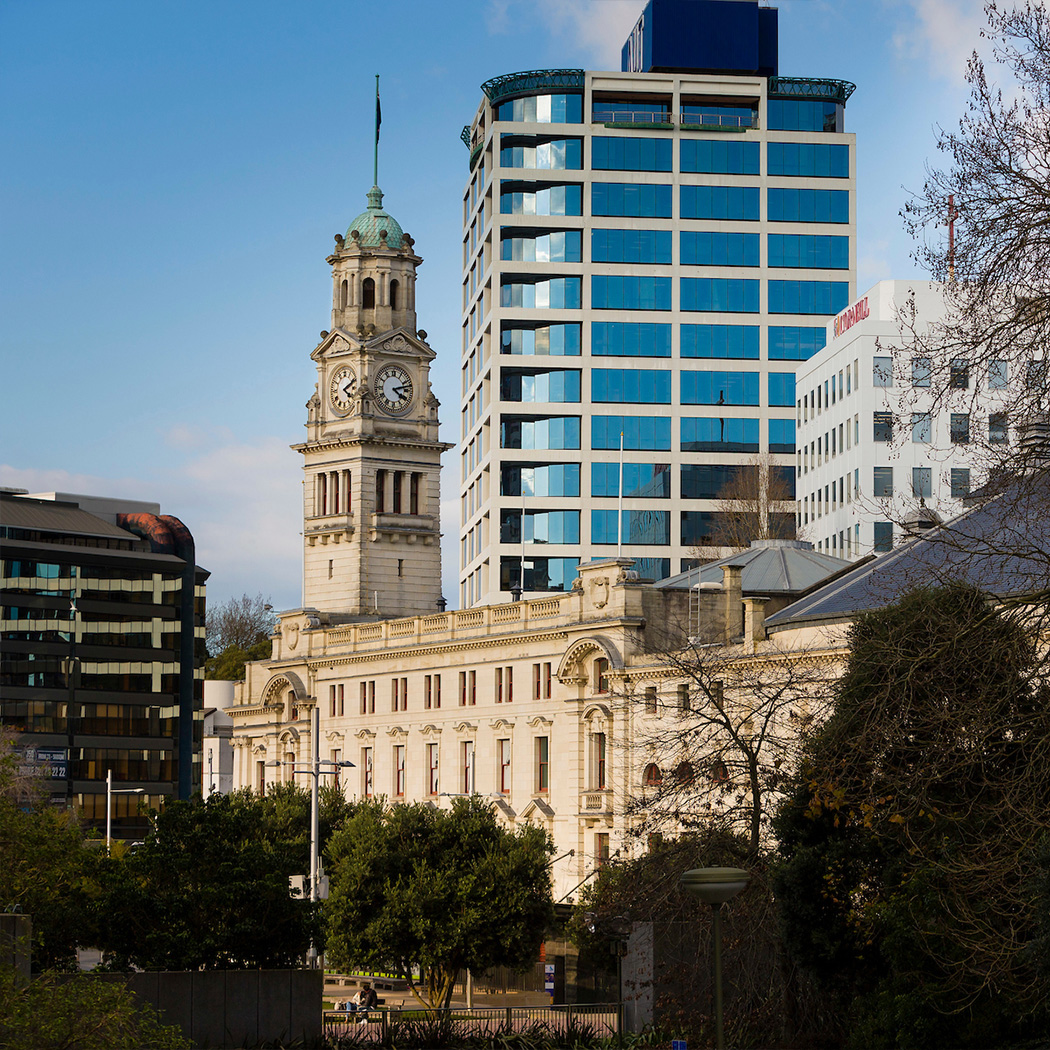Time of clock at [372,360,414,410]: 4:12
